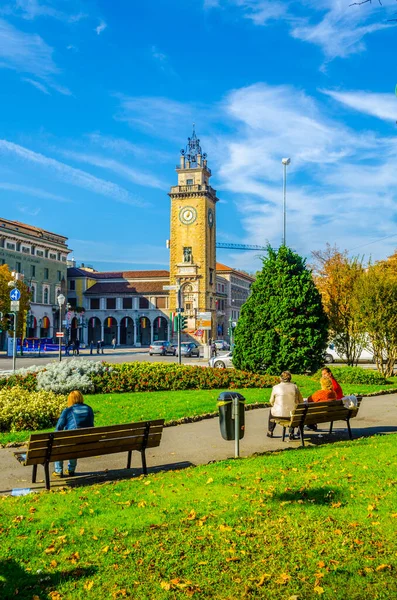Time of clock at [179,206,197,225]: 7:03
